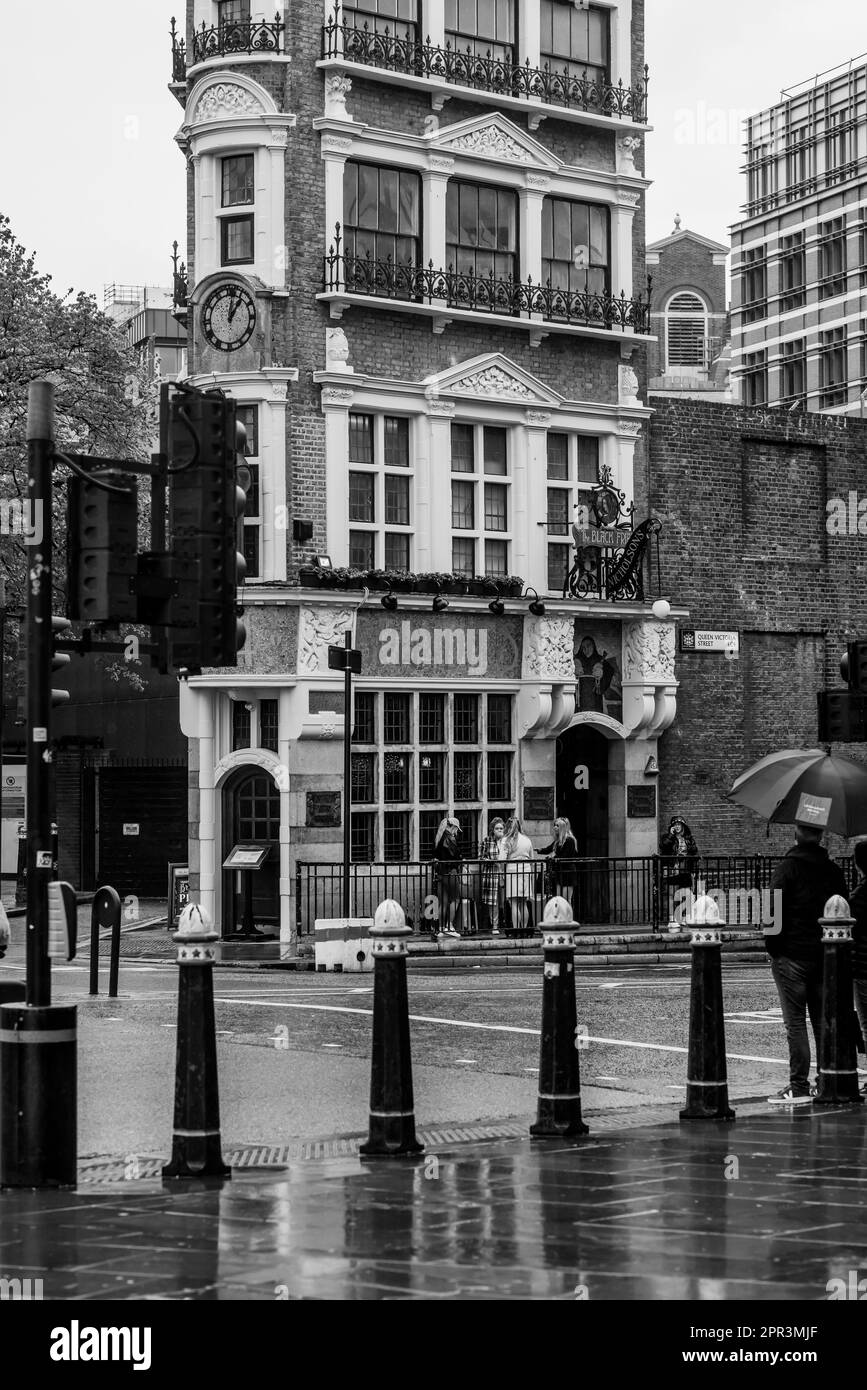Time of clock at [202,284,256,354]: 1:01
